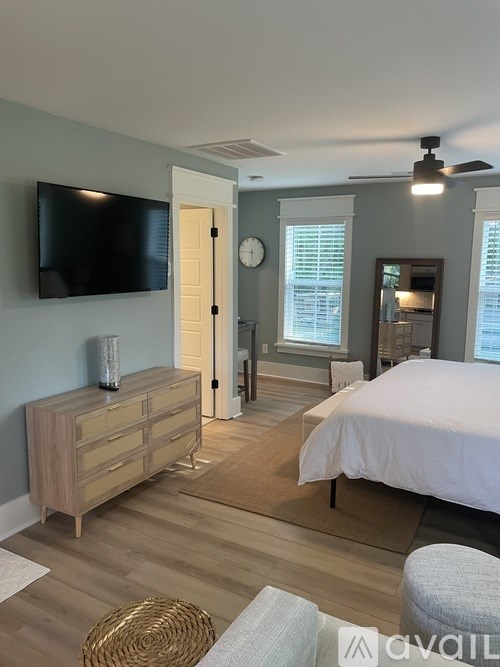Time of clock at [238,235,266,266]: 5:45
